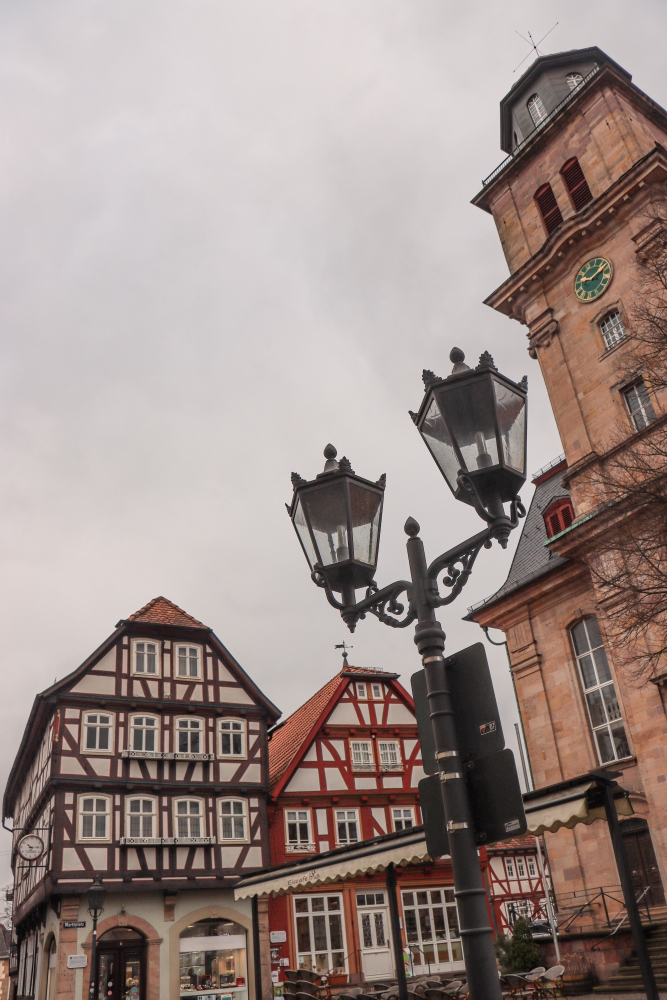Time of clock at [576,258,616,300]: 9:07
